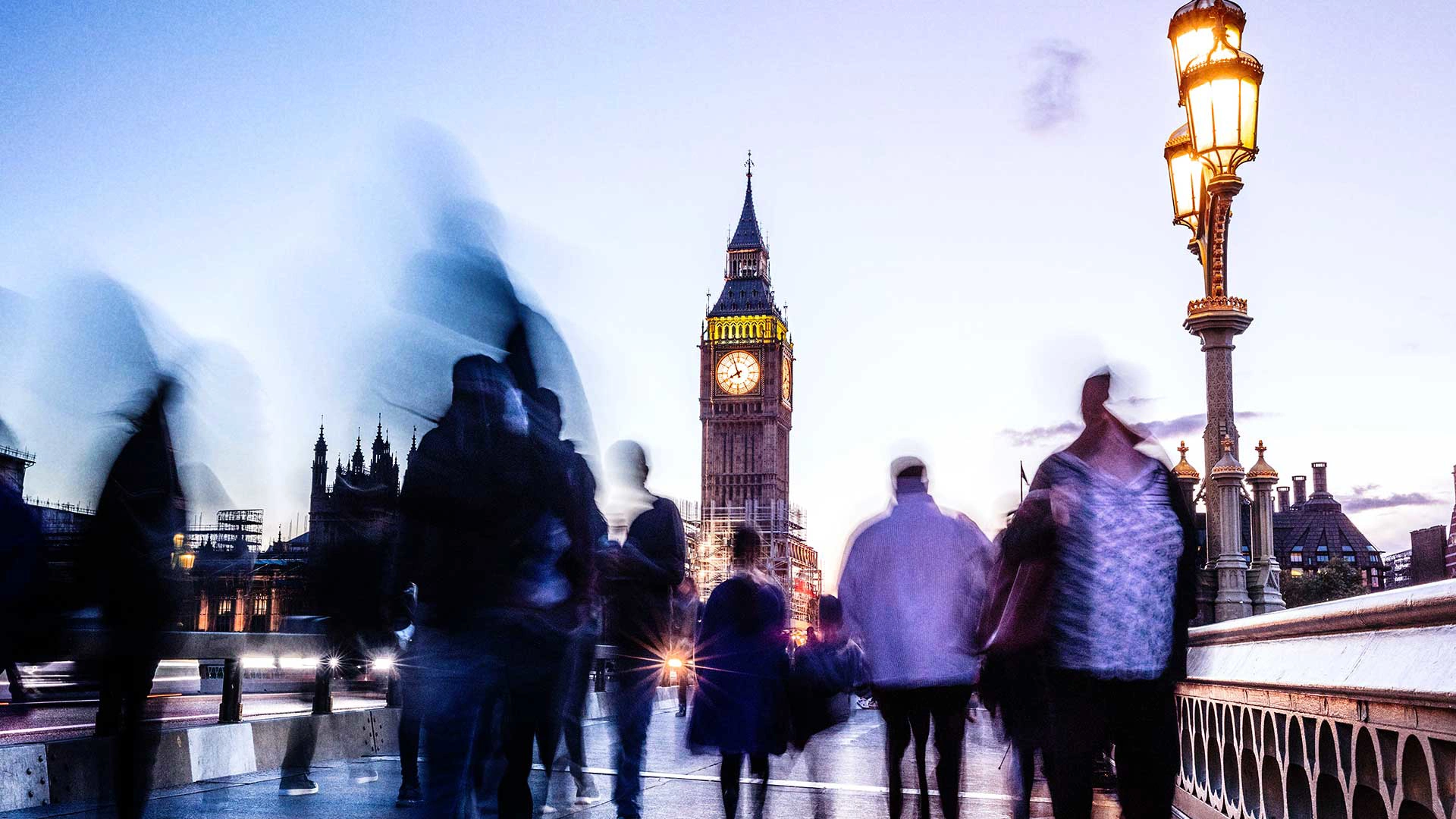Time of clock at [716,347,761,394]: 7:56
